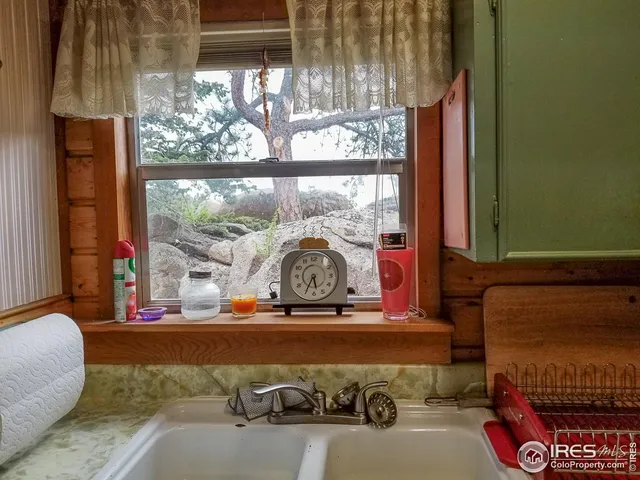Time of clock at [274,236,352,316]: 5:34
